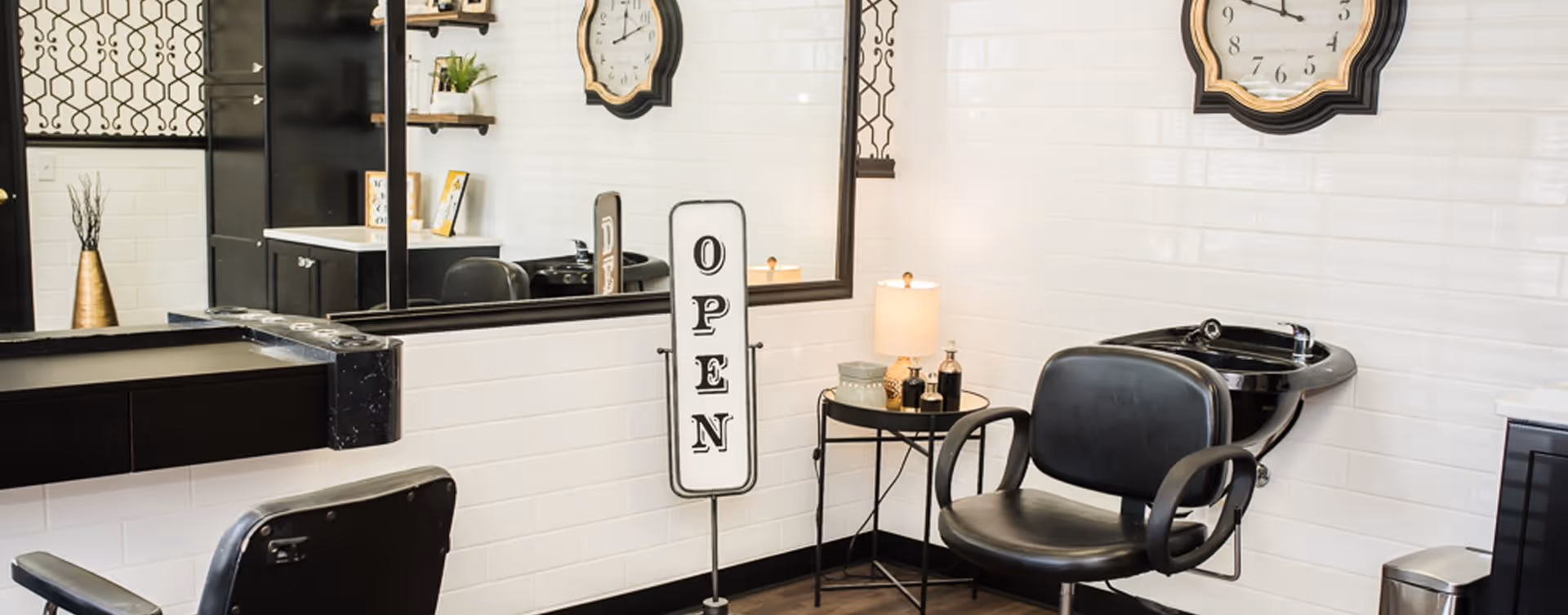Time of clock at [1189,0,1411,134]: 9:48
